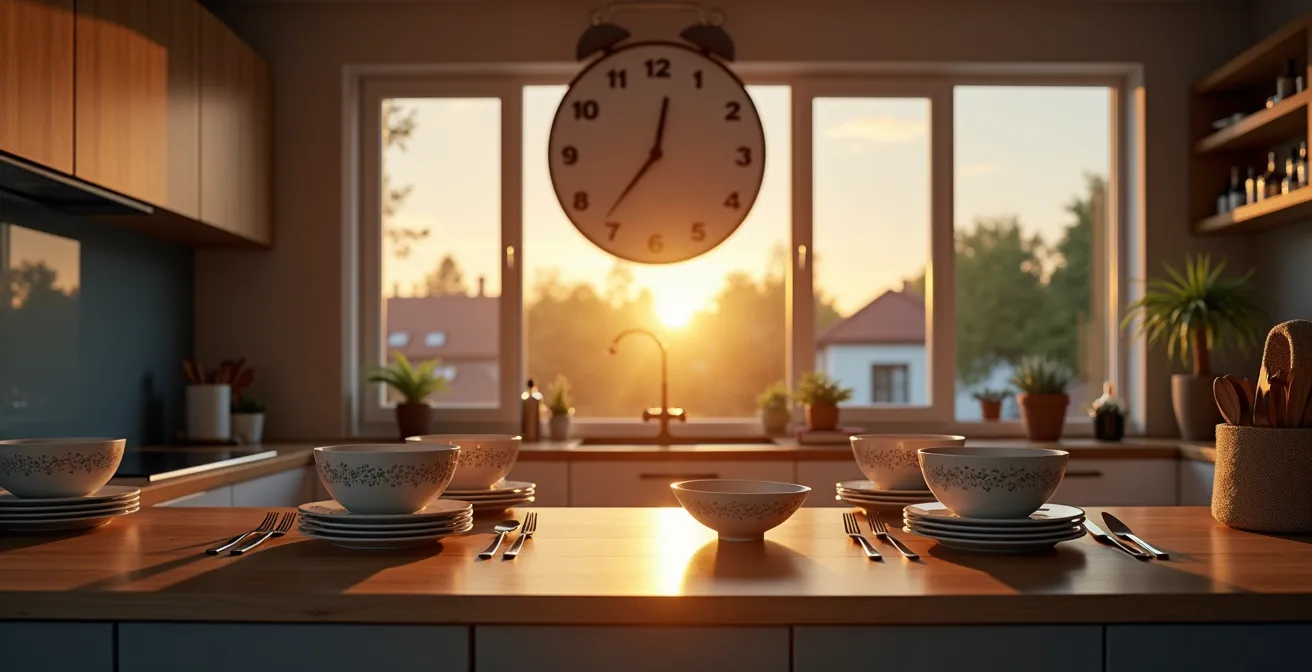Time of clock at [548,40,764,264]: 12:36
